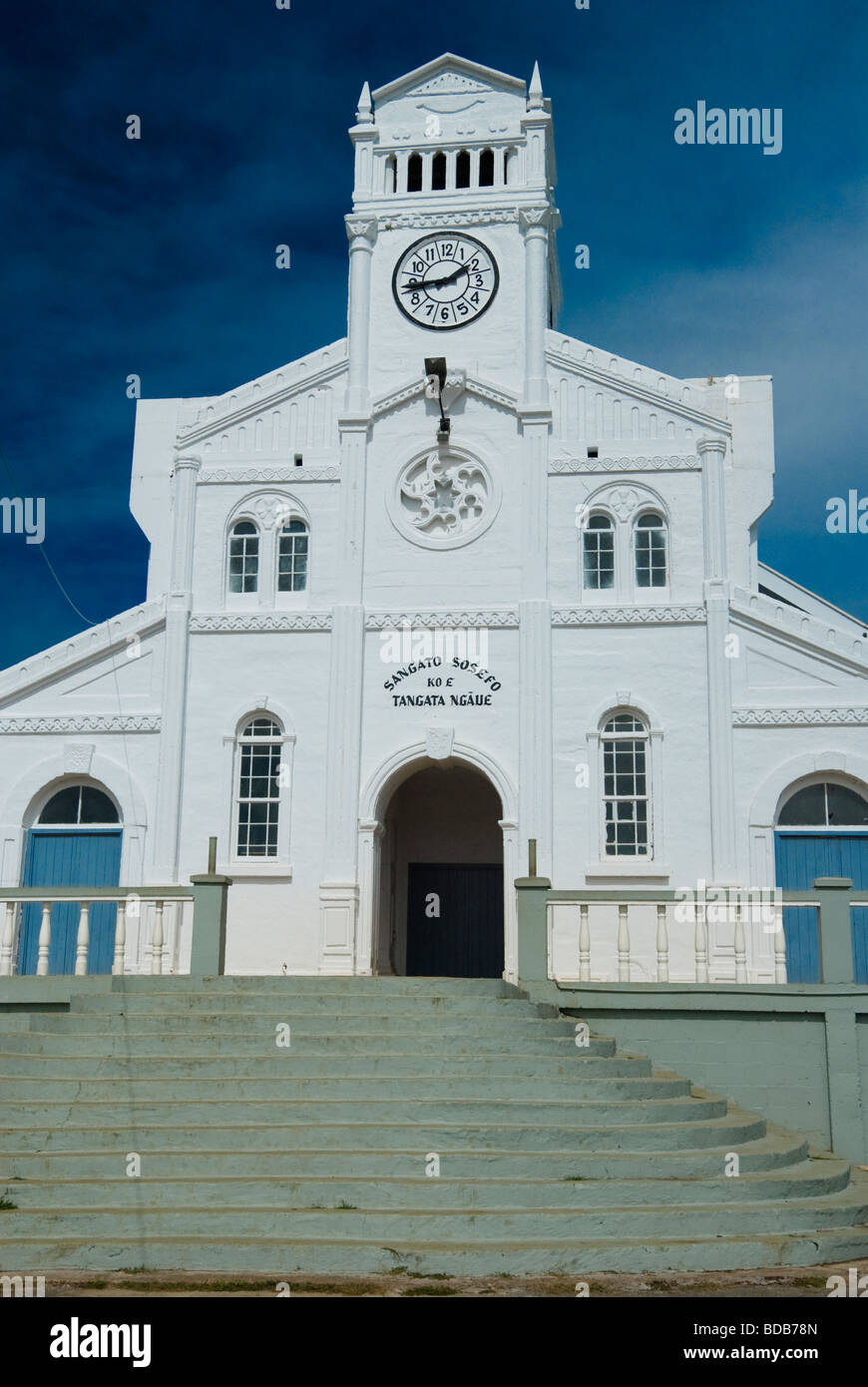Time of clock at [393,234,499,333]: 1:43
